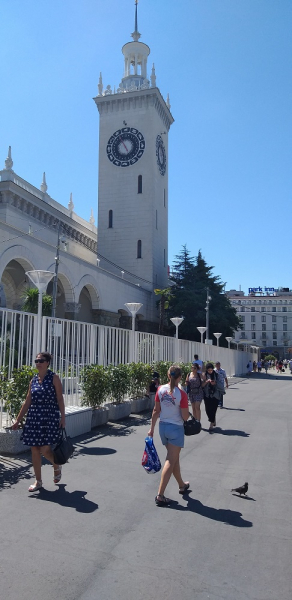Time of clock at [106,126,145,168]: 4:54
